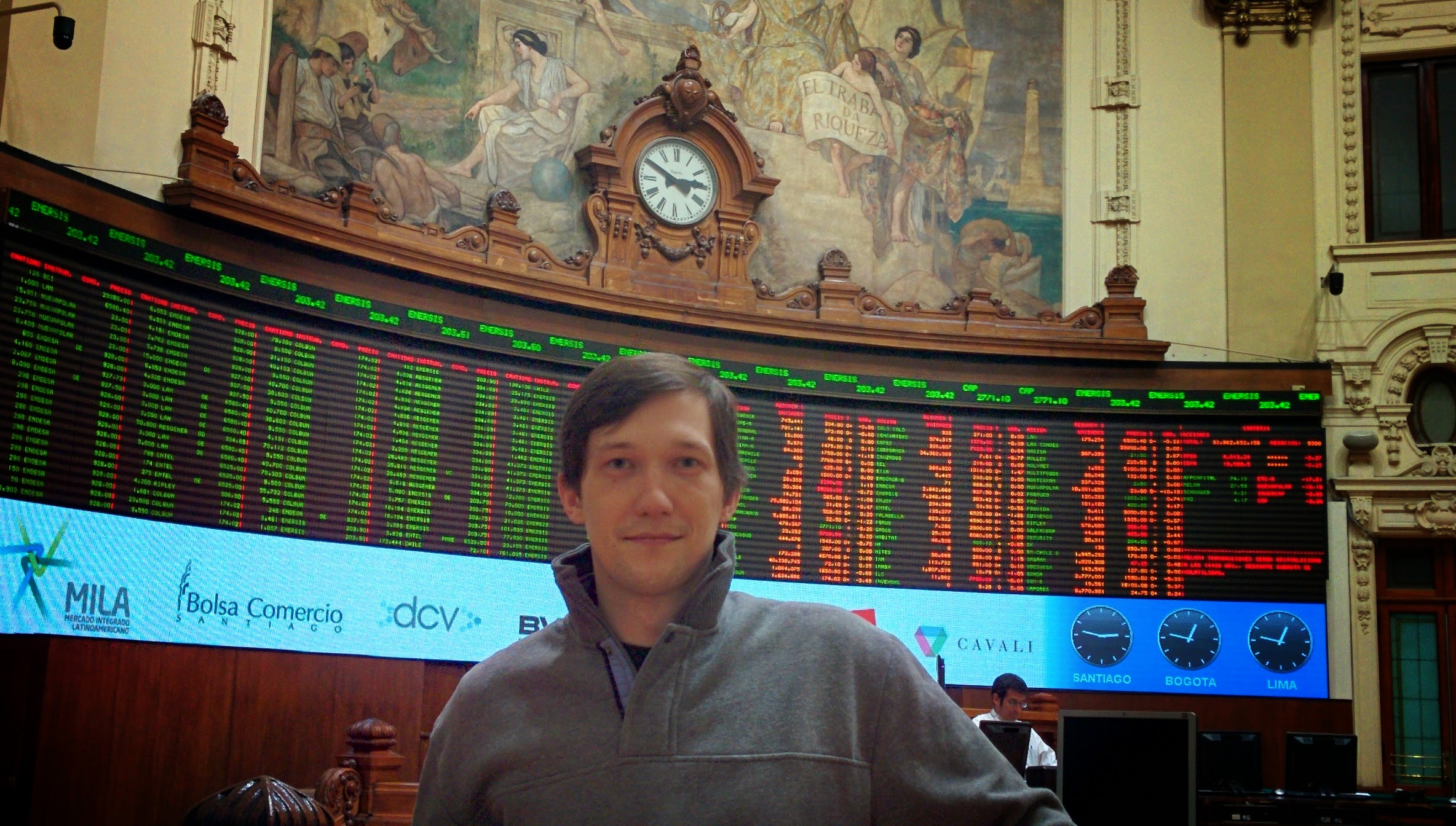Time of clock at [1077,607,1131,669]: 2:46
